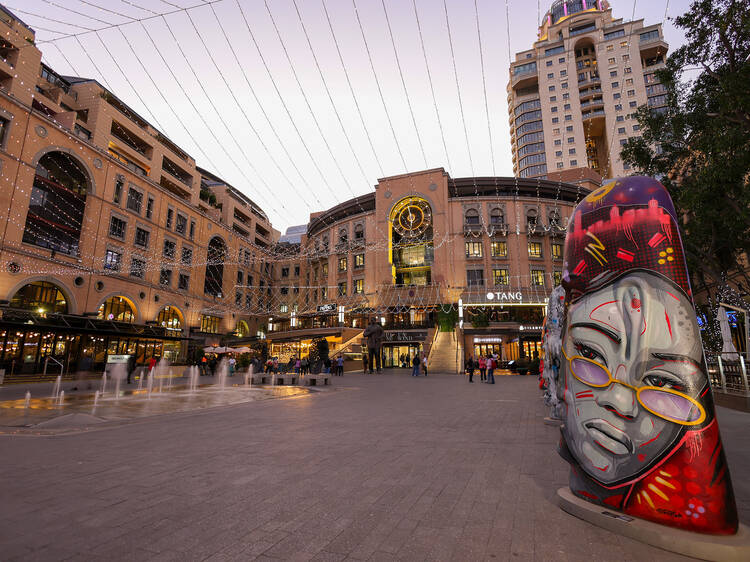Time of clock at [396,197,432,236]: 5:57
